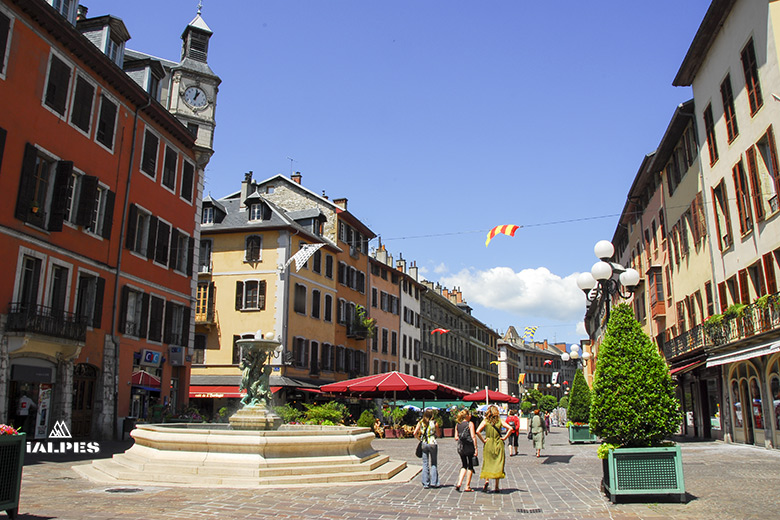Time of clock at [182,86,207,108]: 1:01
